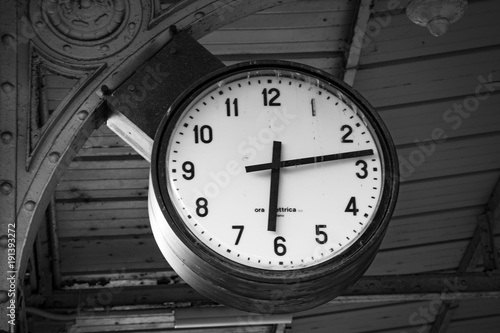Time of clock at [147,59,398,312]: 6:13
